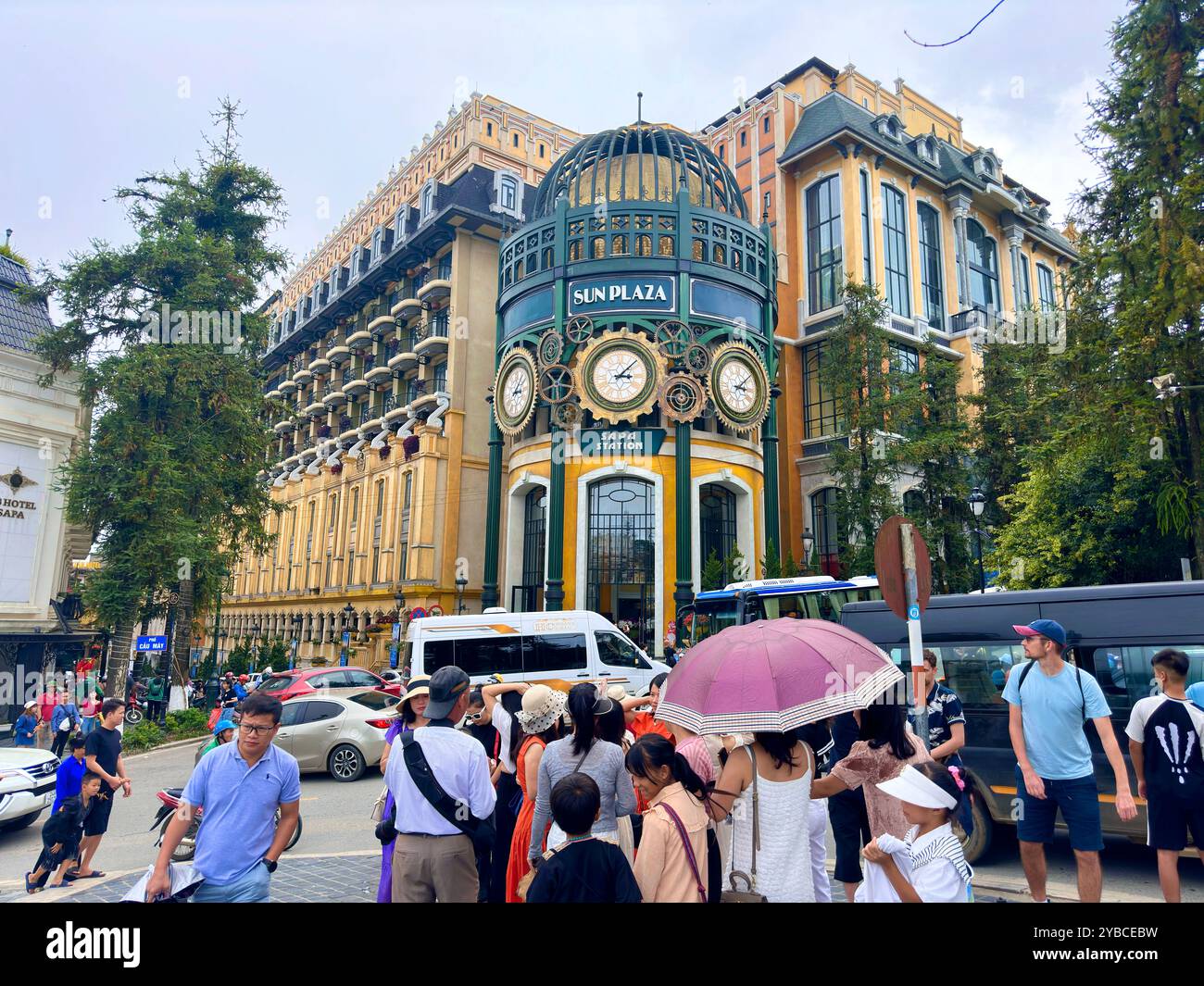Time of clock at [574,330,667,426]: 3:08
